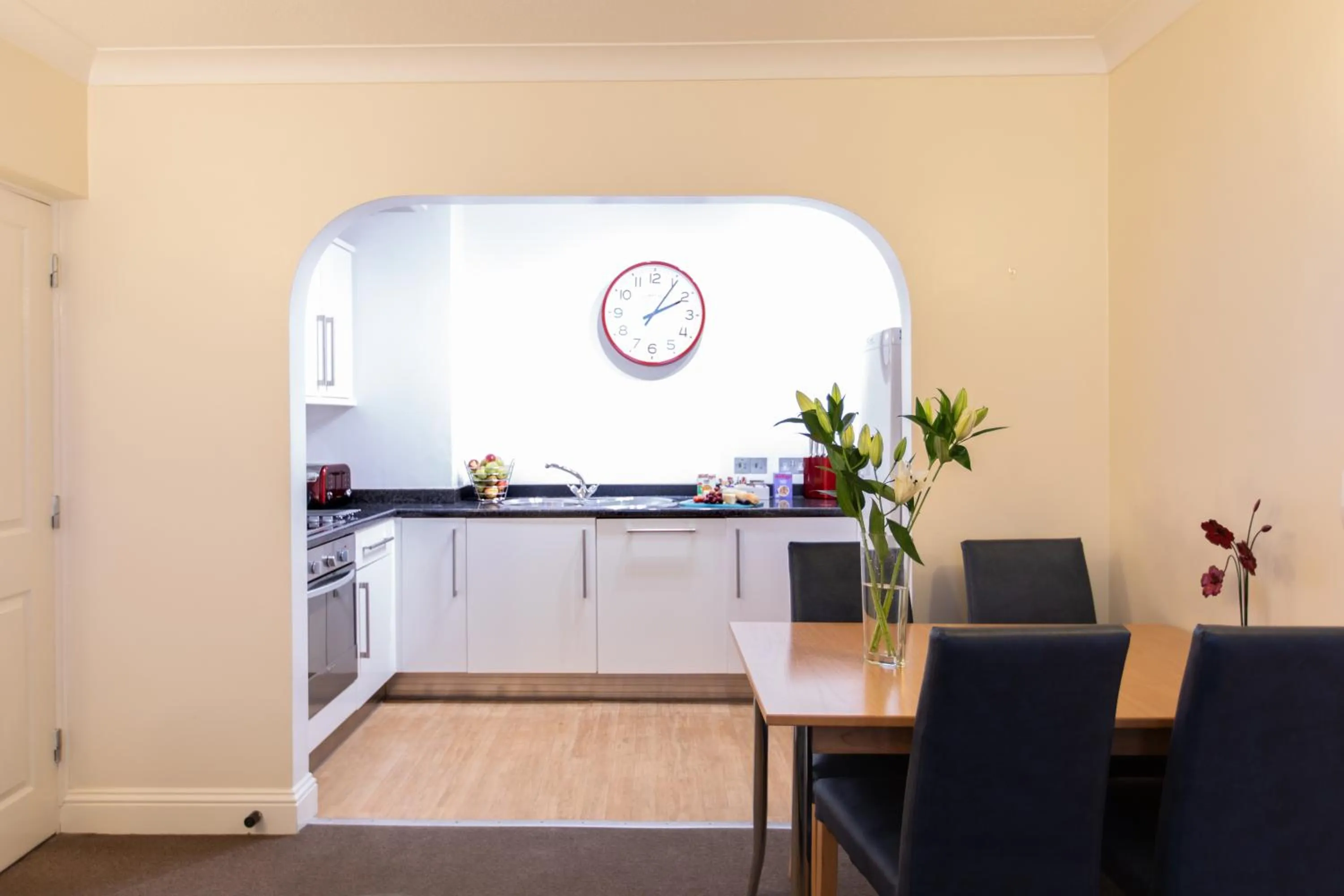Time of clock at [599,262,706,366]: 2:05
